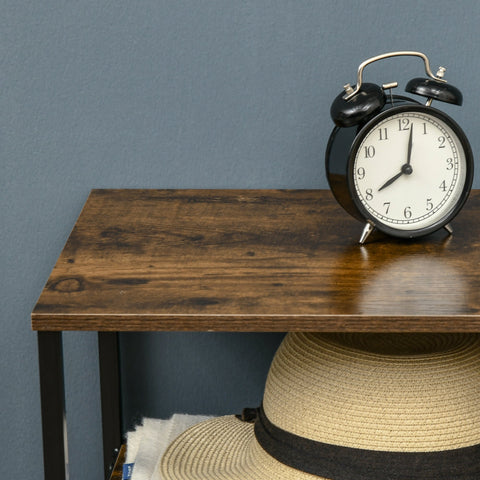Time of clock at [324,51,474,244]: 8:01
